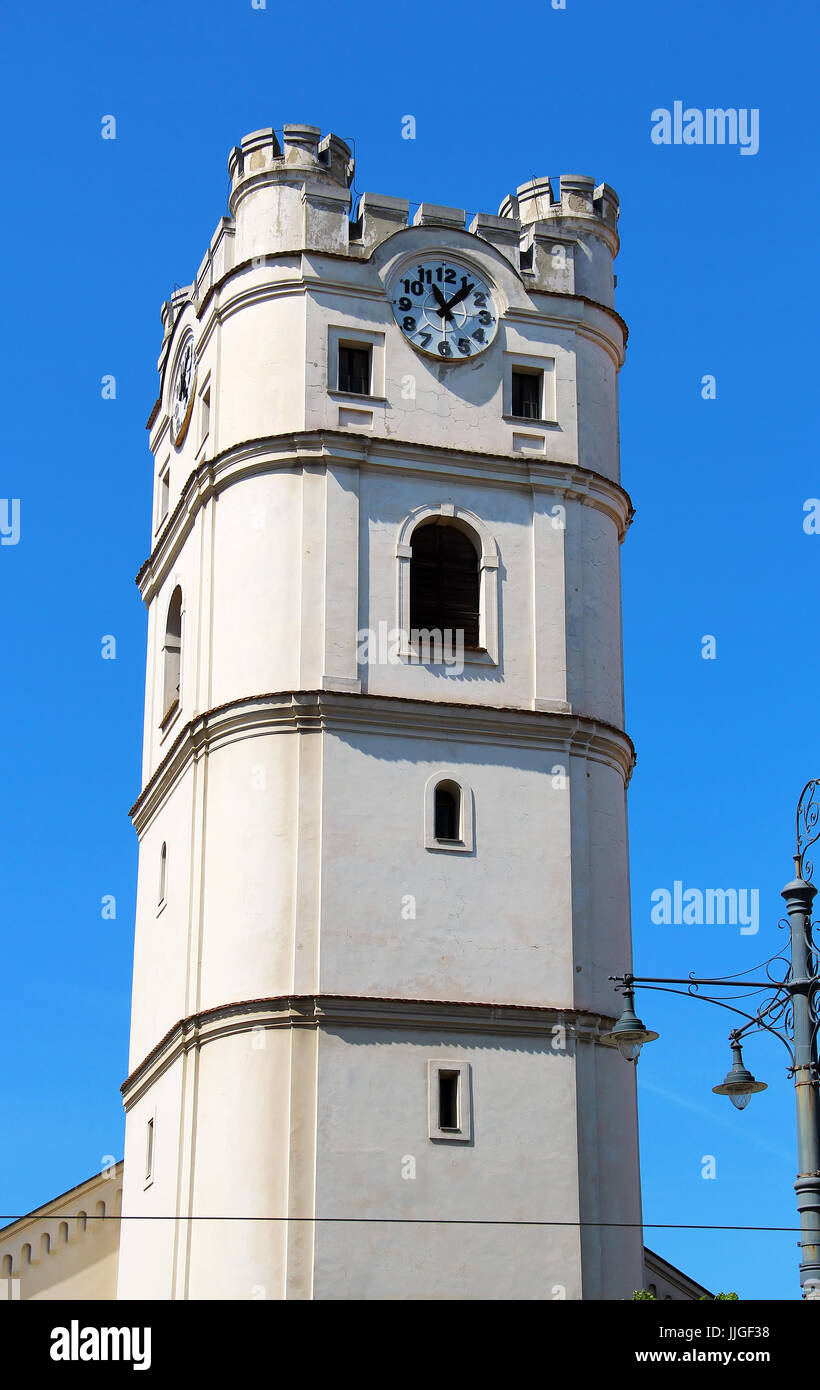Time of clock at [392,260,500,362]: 11:06
